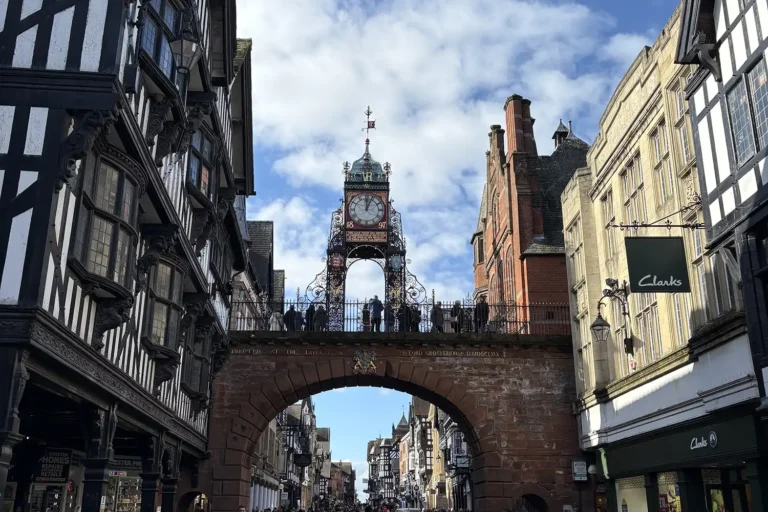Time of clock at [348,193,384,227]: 12:03
